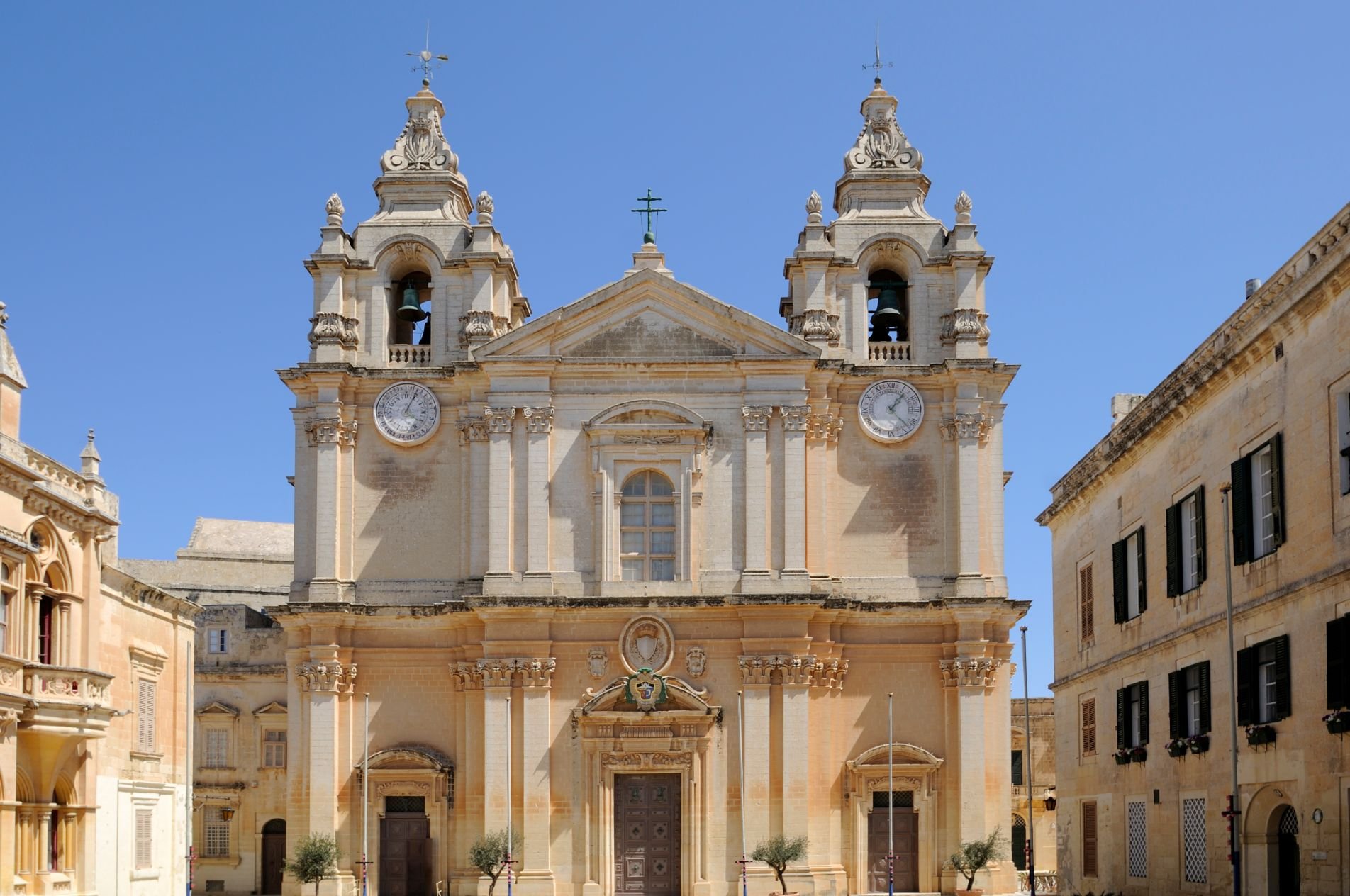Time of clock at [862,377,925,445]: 1:22
